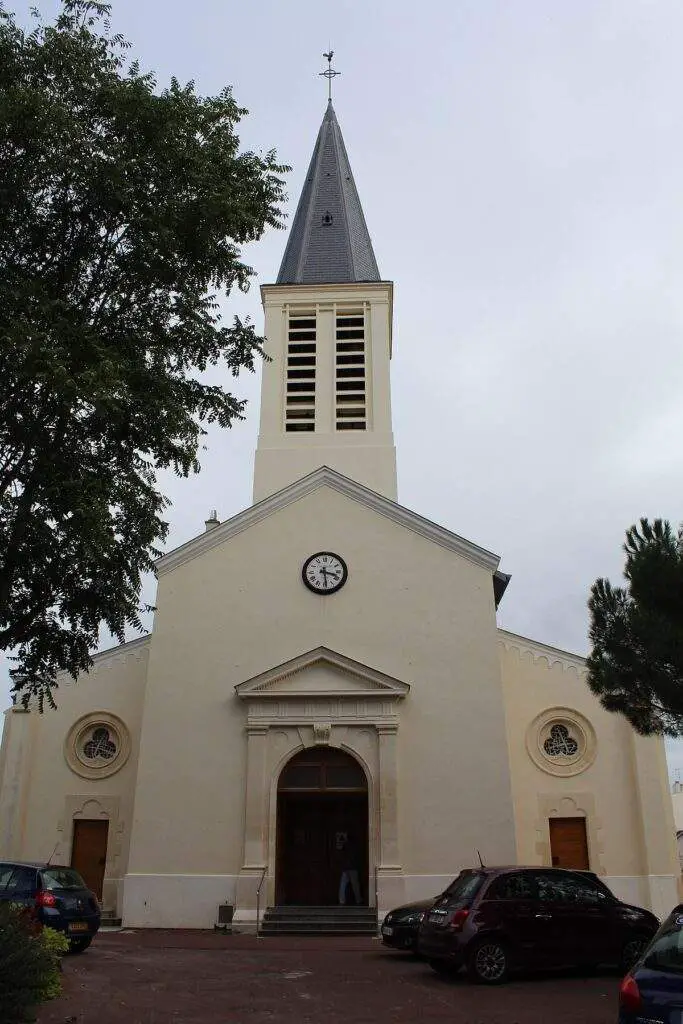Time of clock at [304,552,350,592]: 3:28
